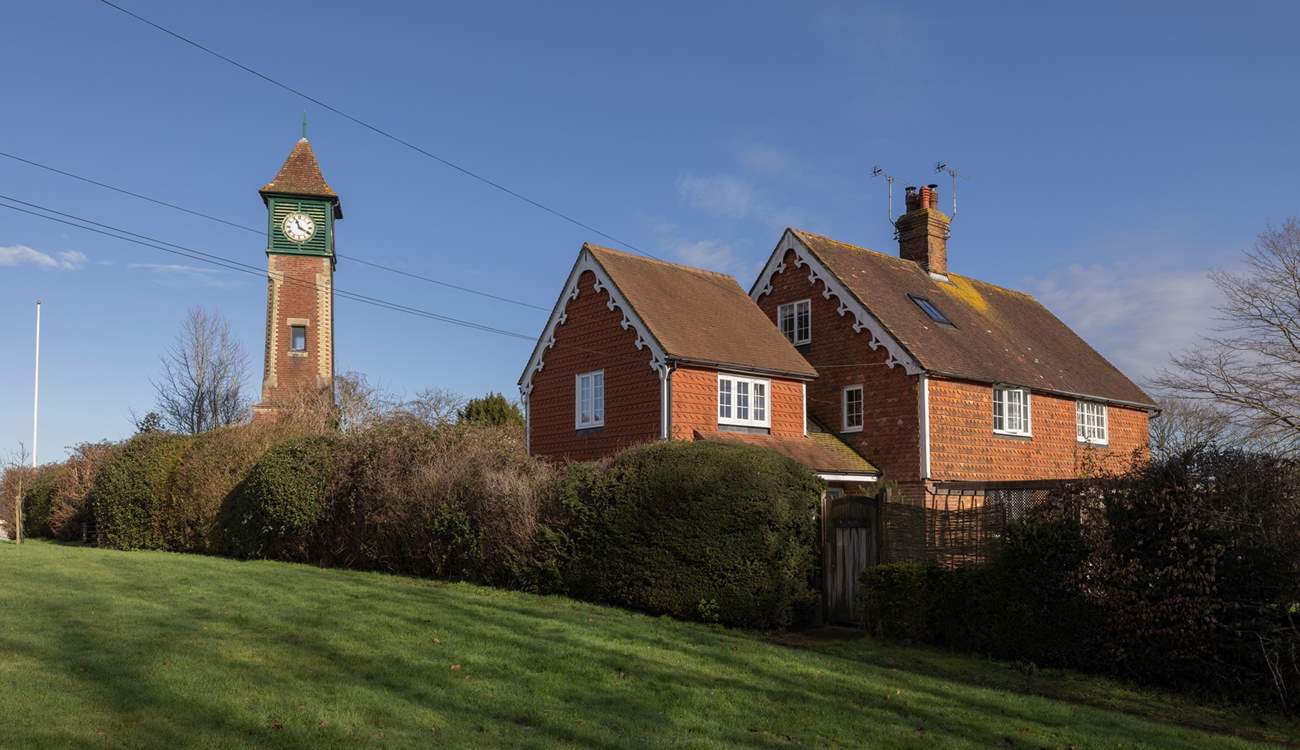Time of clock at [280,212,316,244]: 11:19
